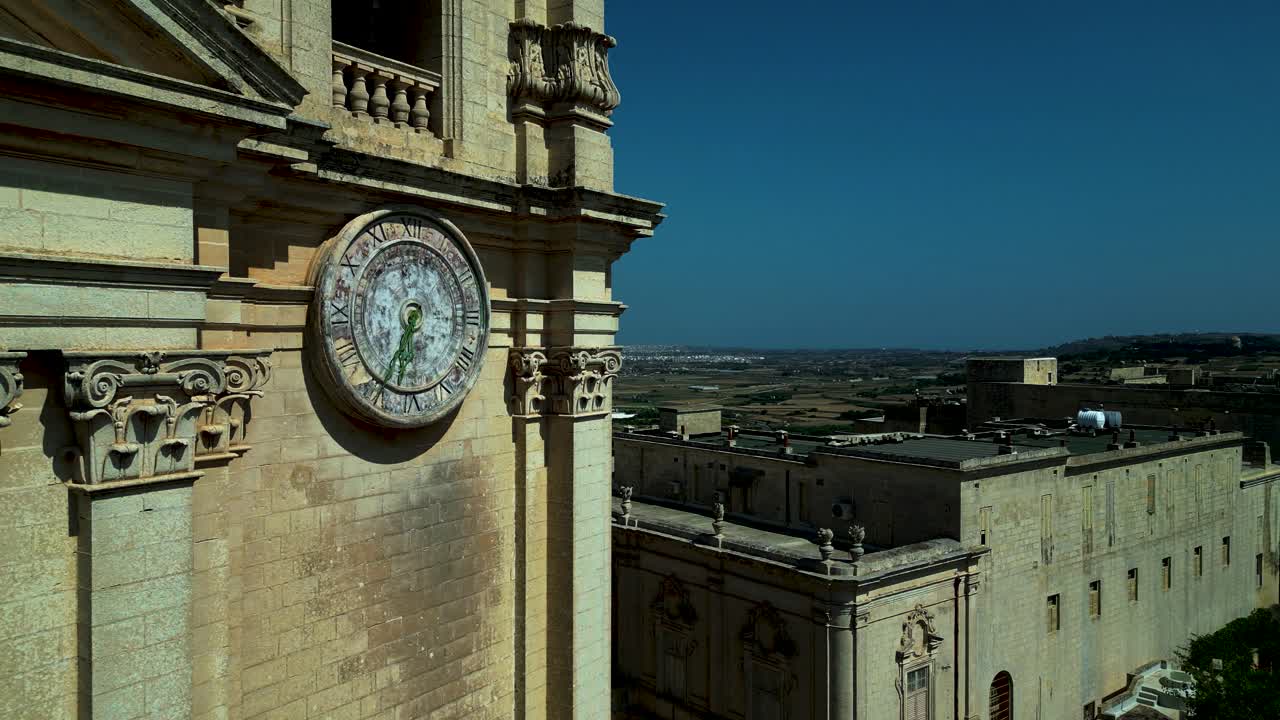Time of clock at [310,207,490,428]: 6:34
